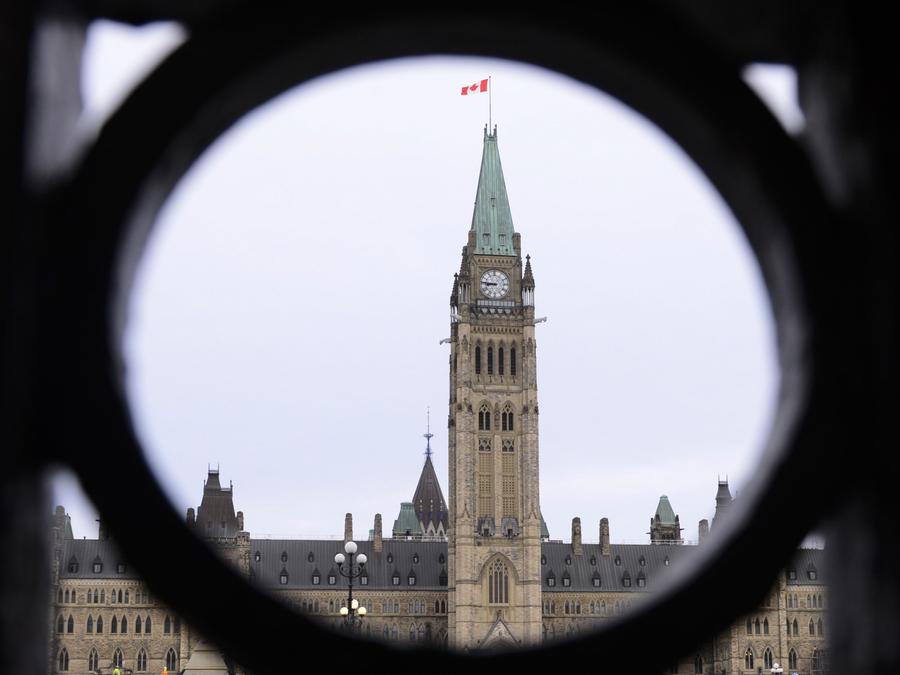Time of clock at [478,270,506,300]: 8:46
